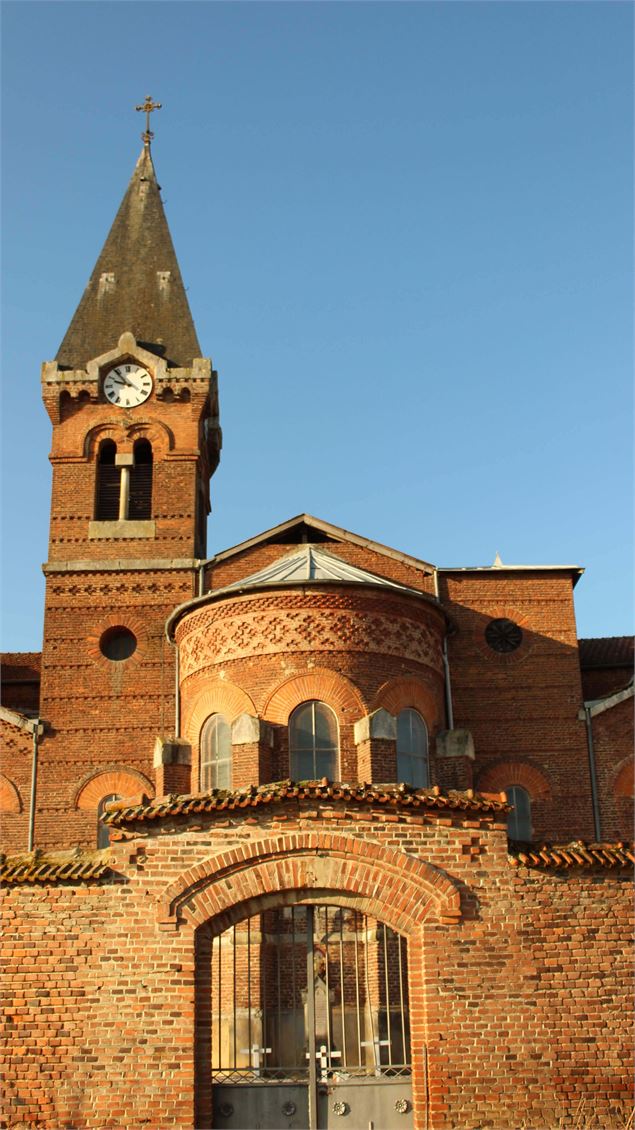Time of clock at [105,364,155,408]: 9:53
